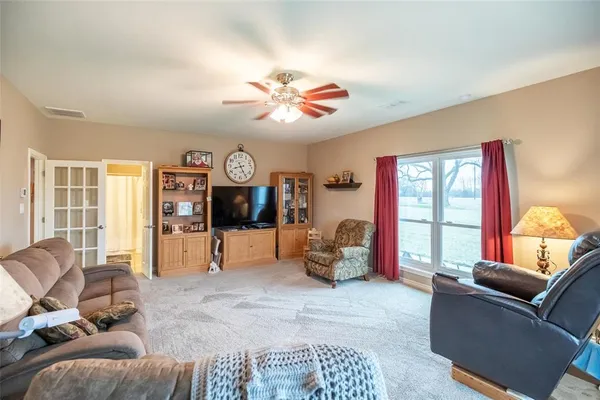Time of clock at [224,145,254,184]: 8:25
